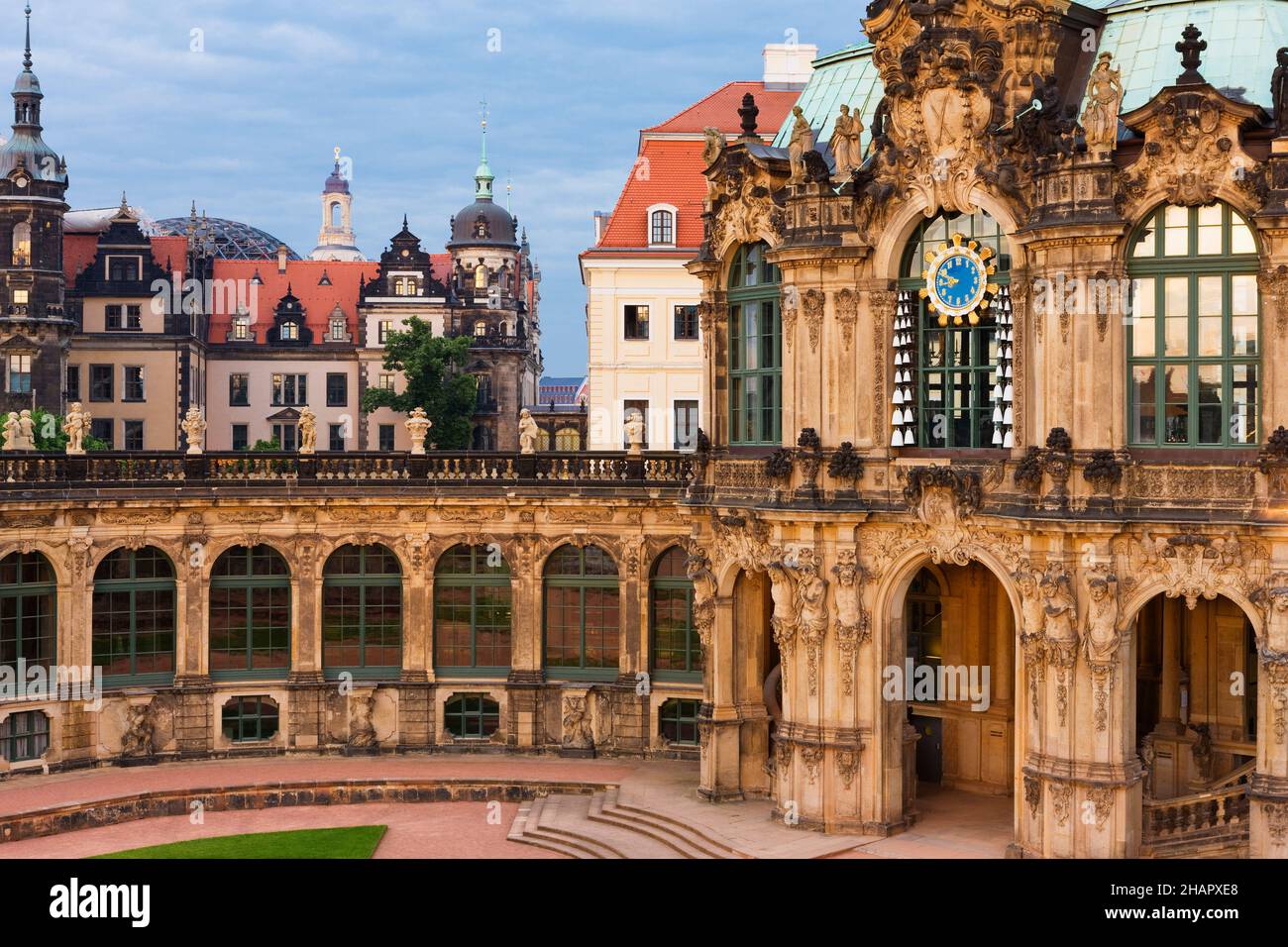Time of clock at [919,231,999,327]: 8:47
